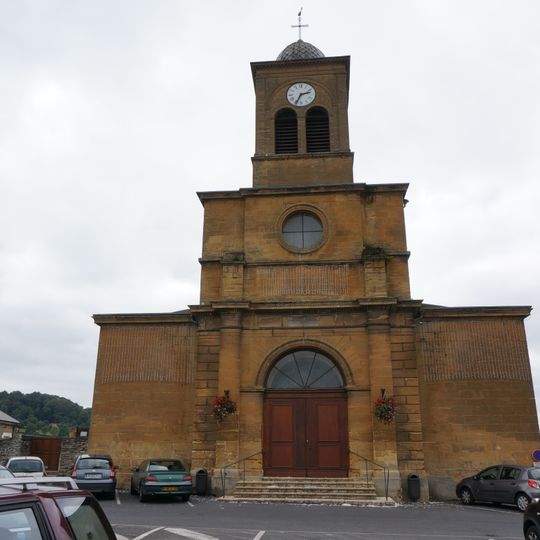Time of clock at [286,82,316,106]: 2:34
